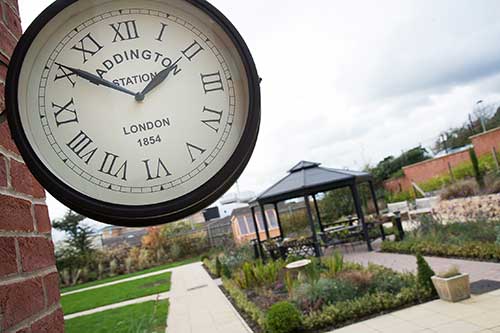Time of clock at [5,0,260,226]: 1:50
